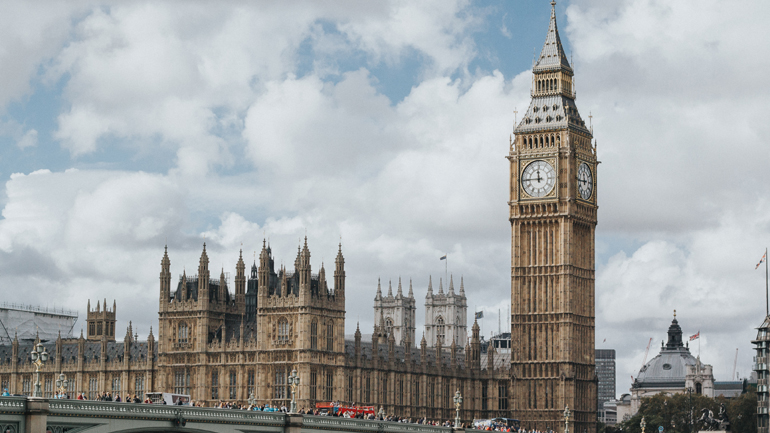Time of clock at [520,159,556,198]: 11:44
